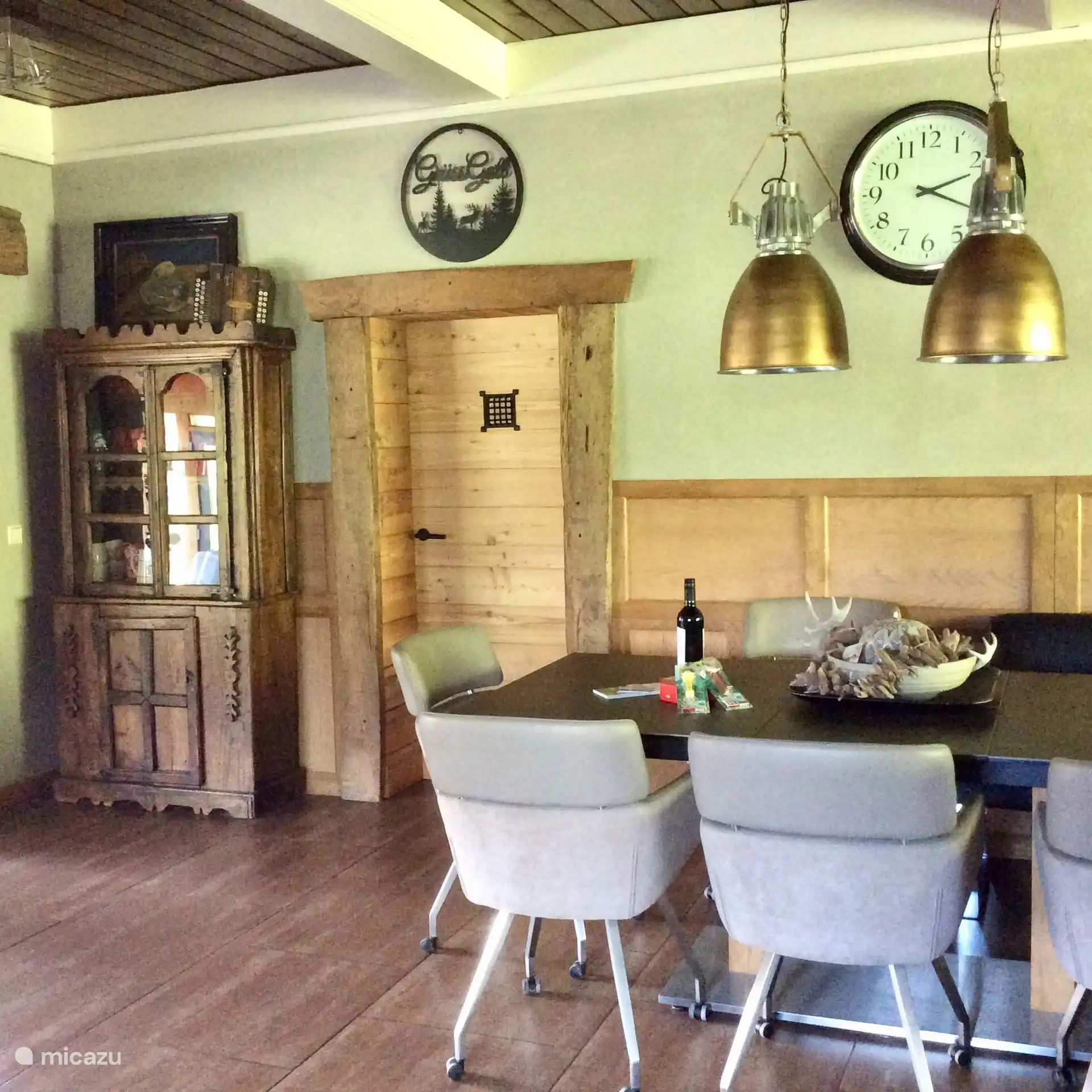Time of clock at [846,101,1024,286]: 2:19
